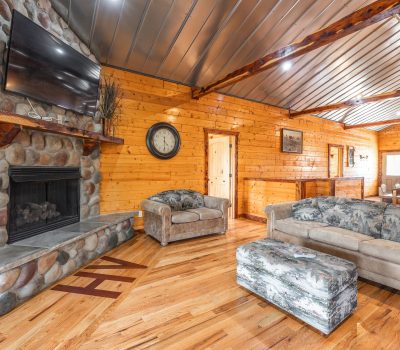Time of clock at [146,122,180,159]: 4:29
